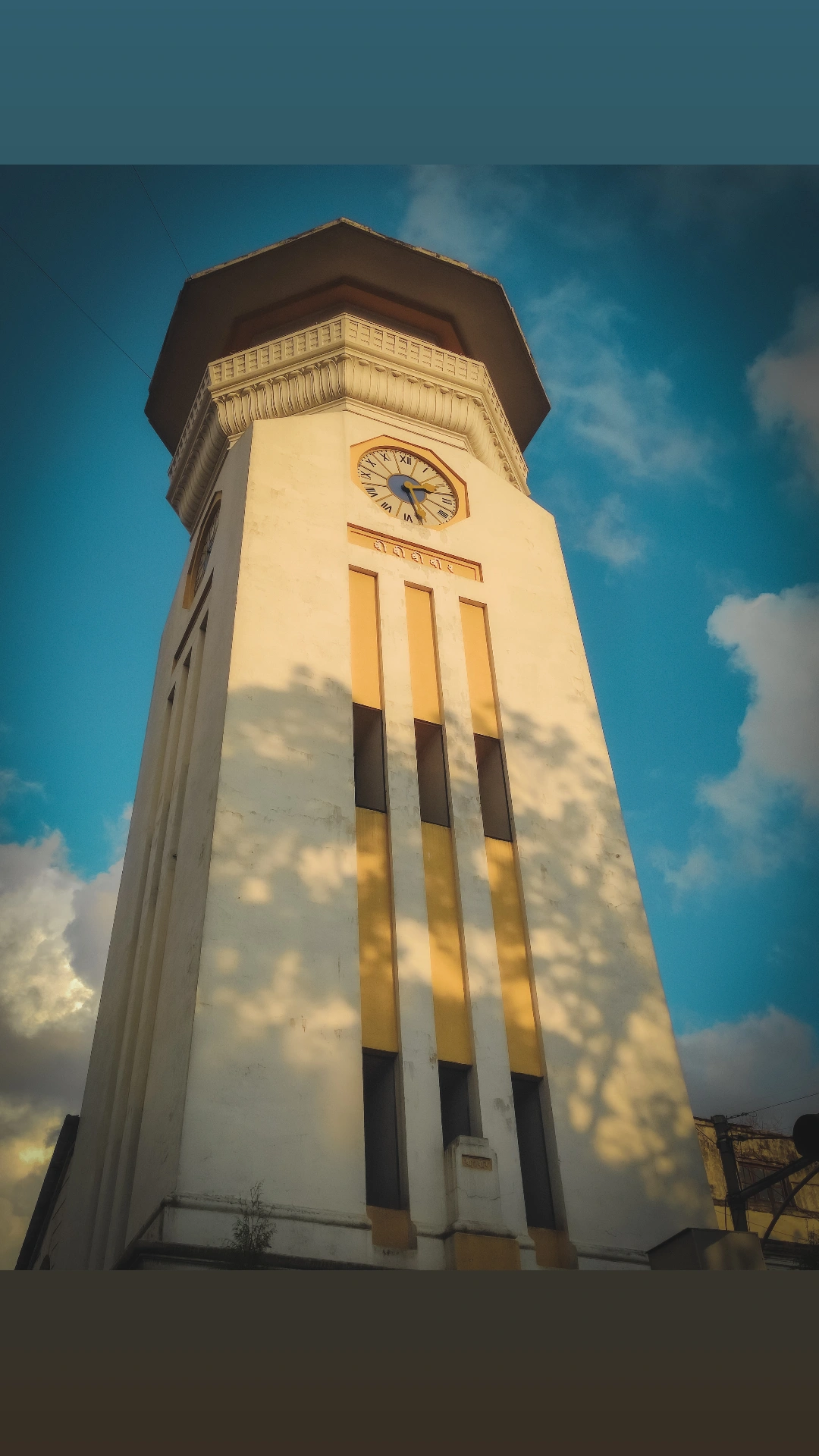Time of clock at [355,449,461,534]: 2:27
